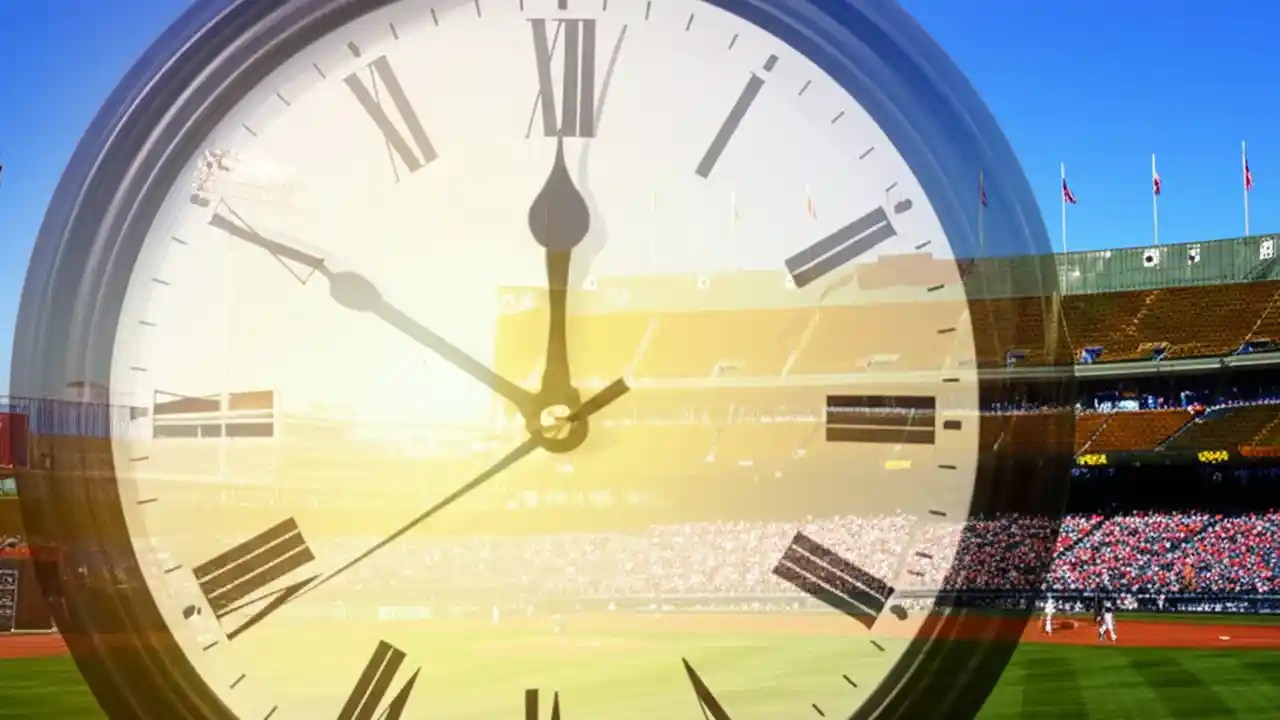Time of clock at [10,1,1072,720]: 11:50
